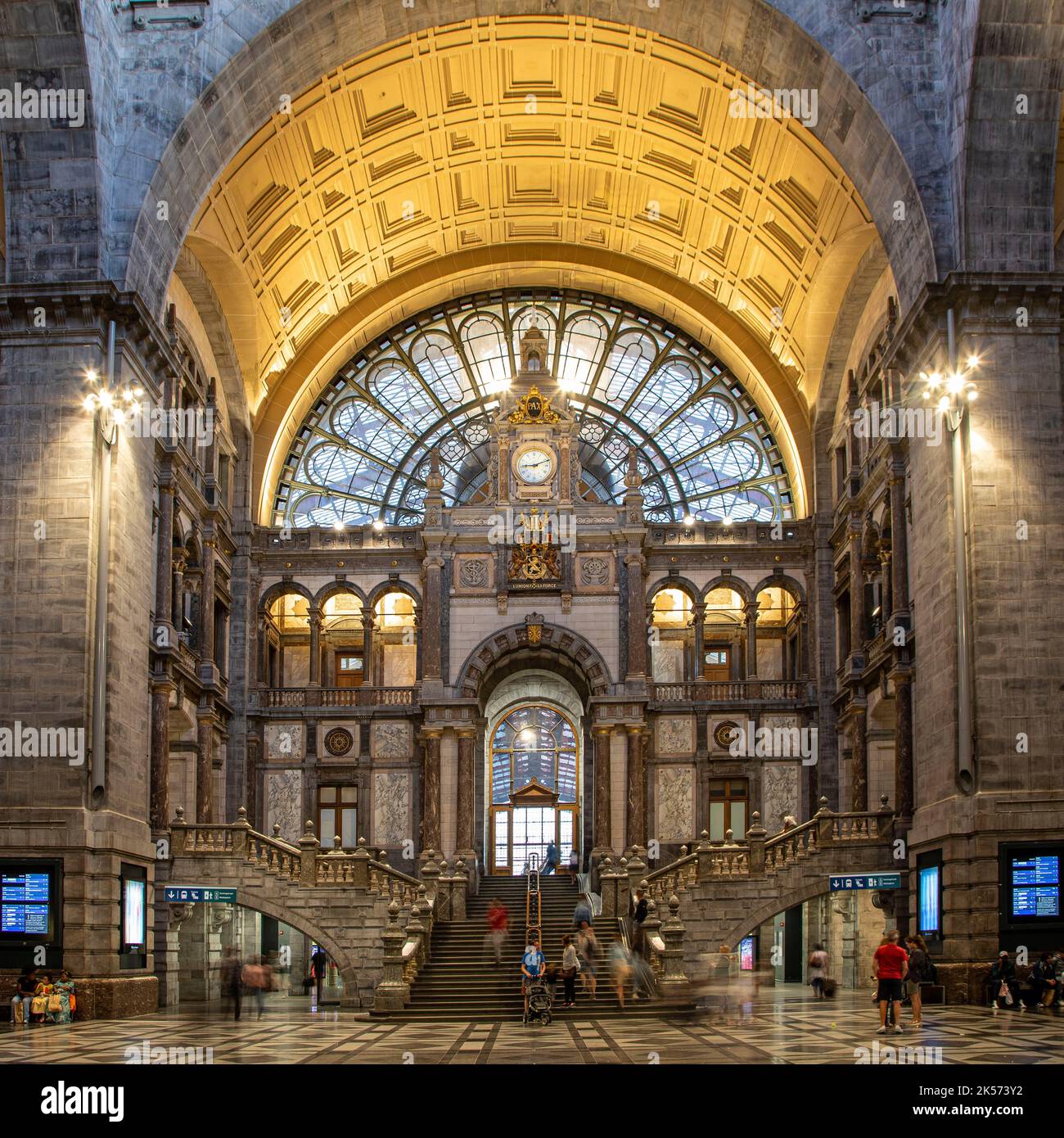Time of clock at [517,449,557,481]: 9:11
